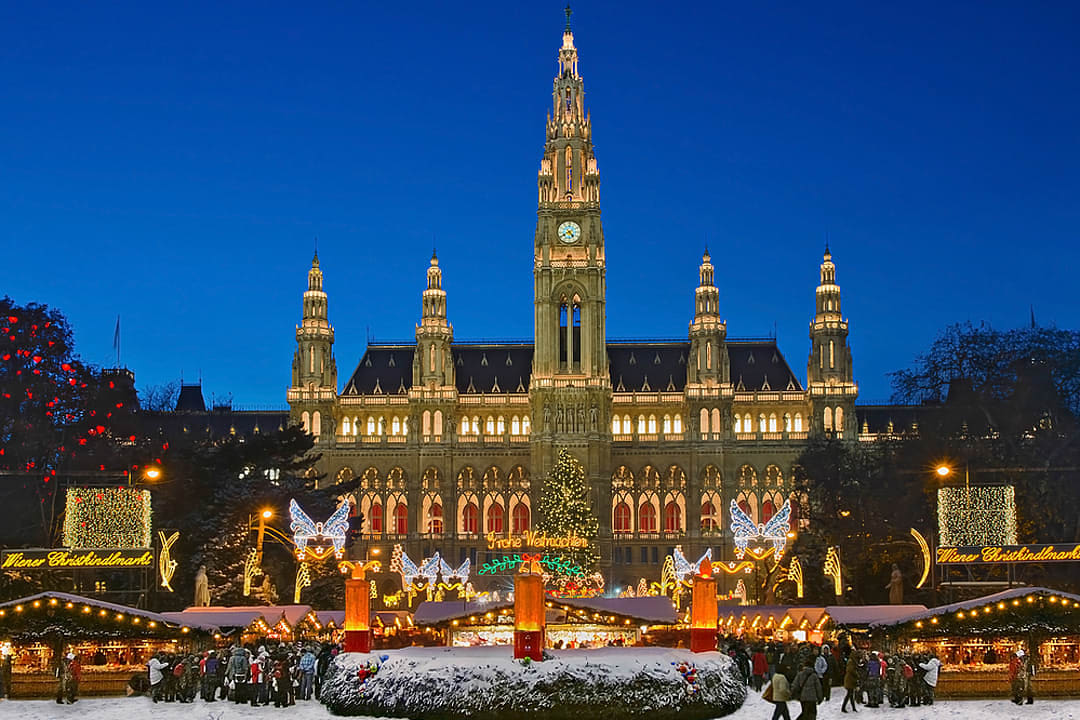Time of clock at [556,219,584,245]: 4:39
